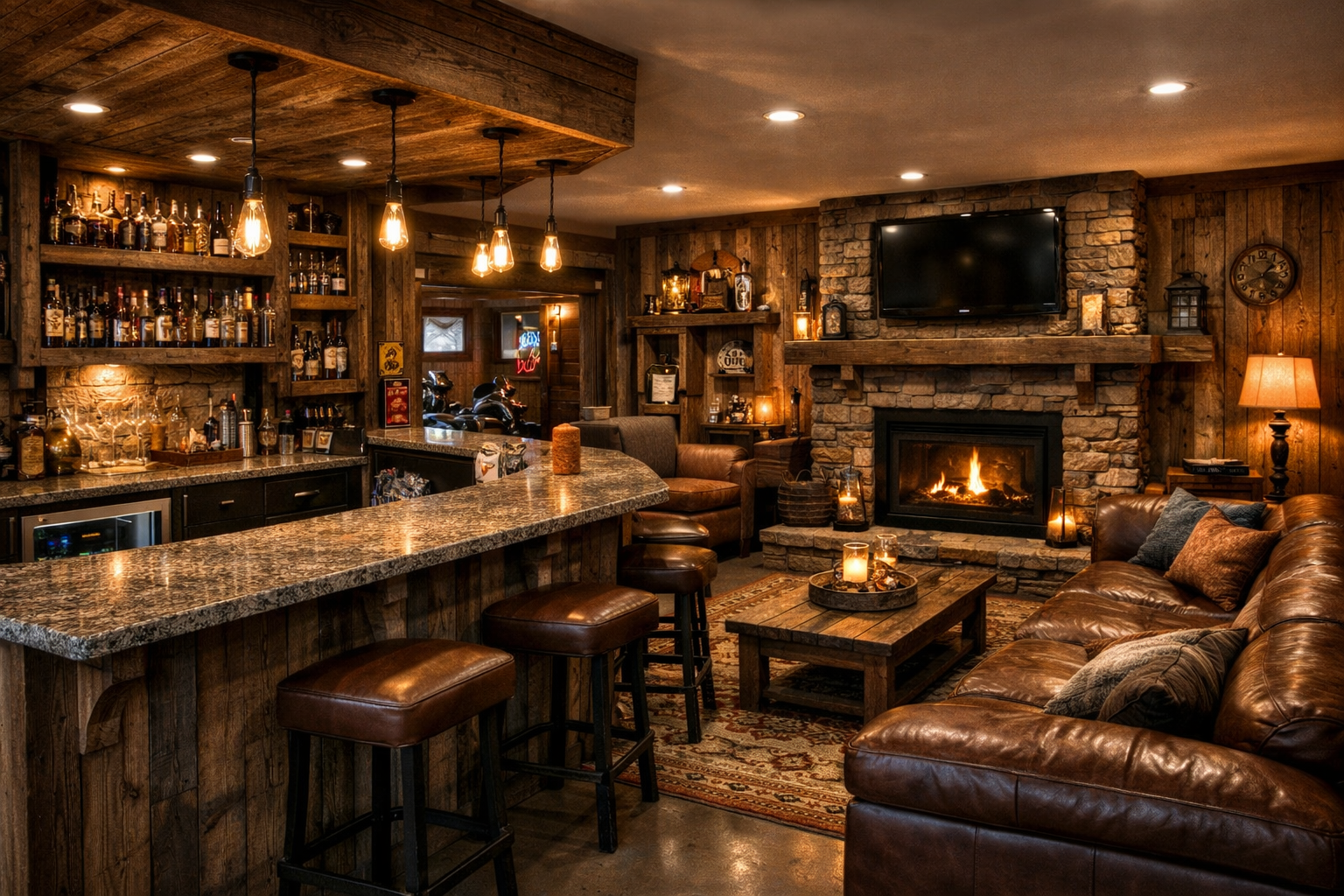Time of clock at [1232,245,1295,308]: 1:41
